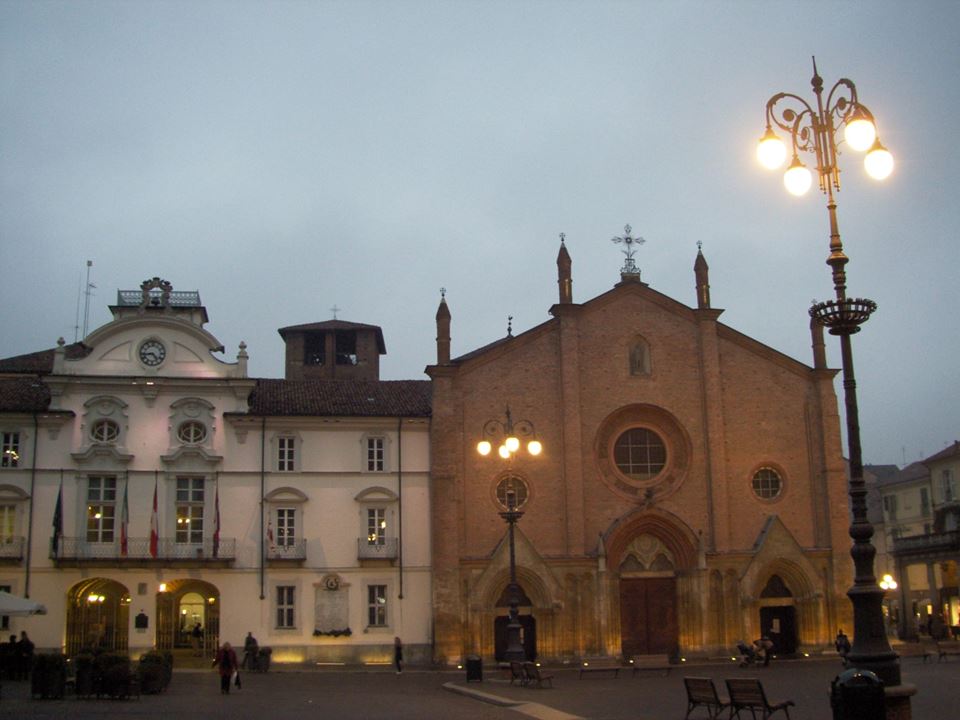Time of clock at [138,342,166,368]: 4:43
